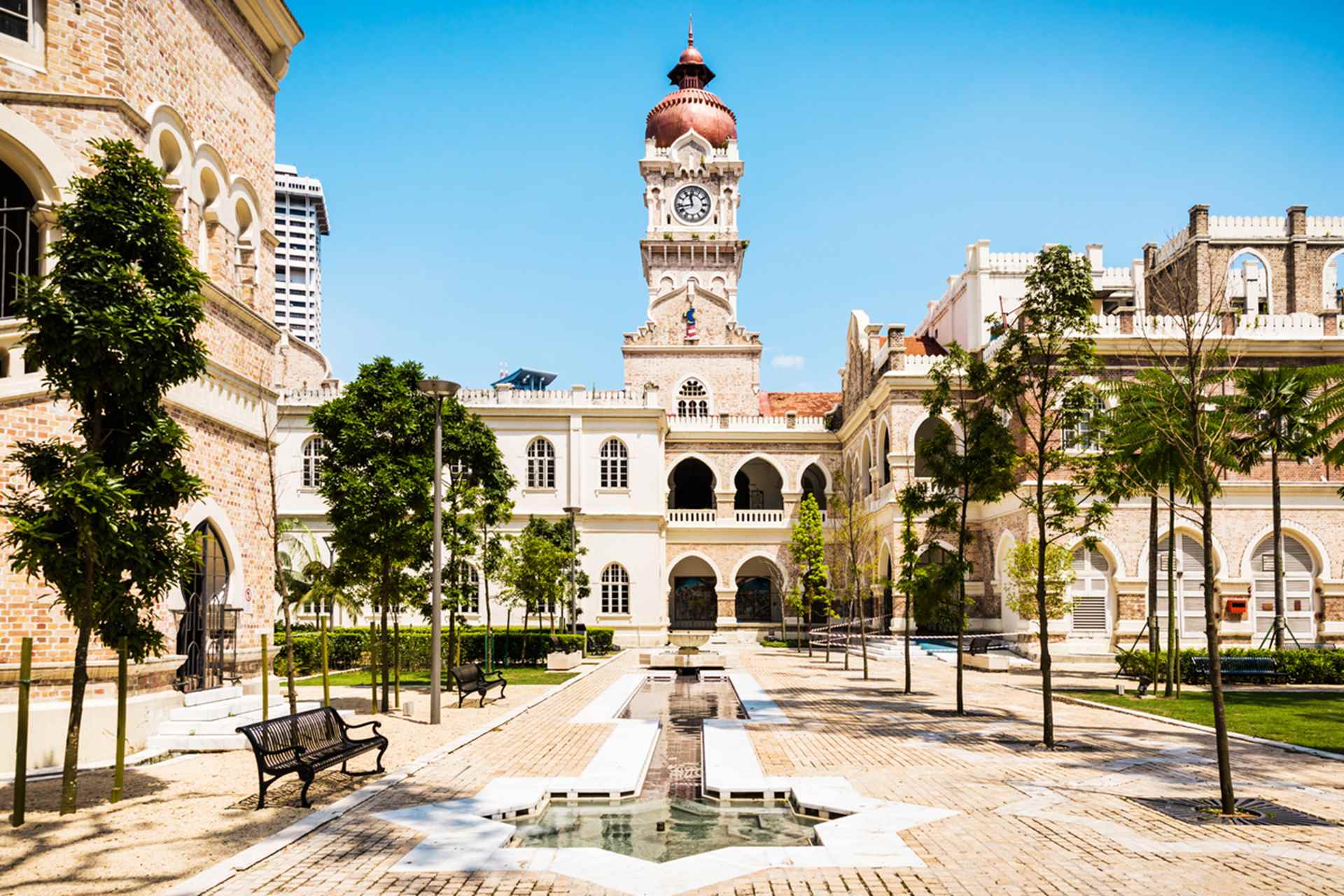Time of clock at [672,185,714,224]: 11:42
